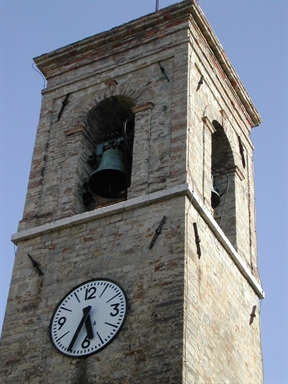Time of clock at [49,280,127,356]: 5:34
